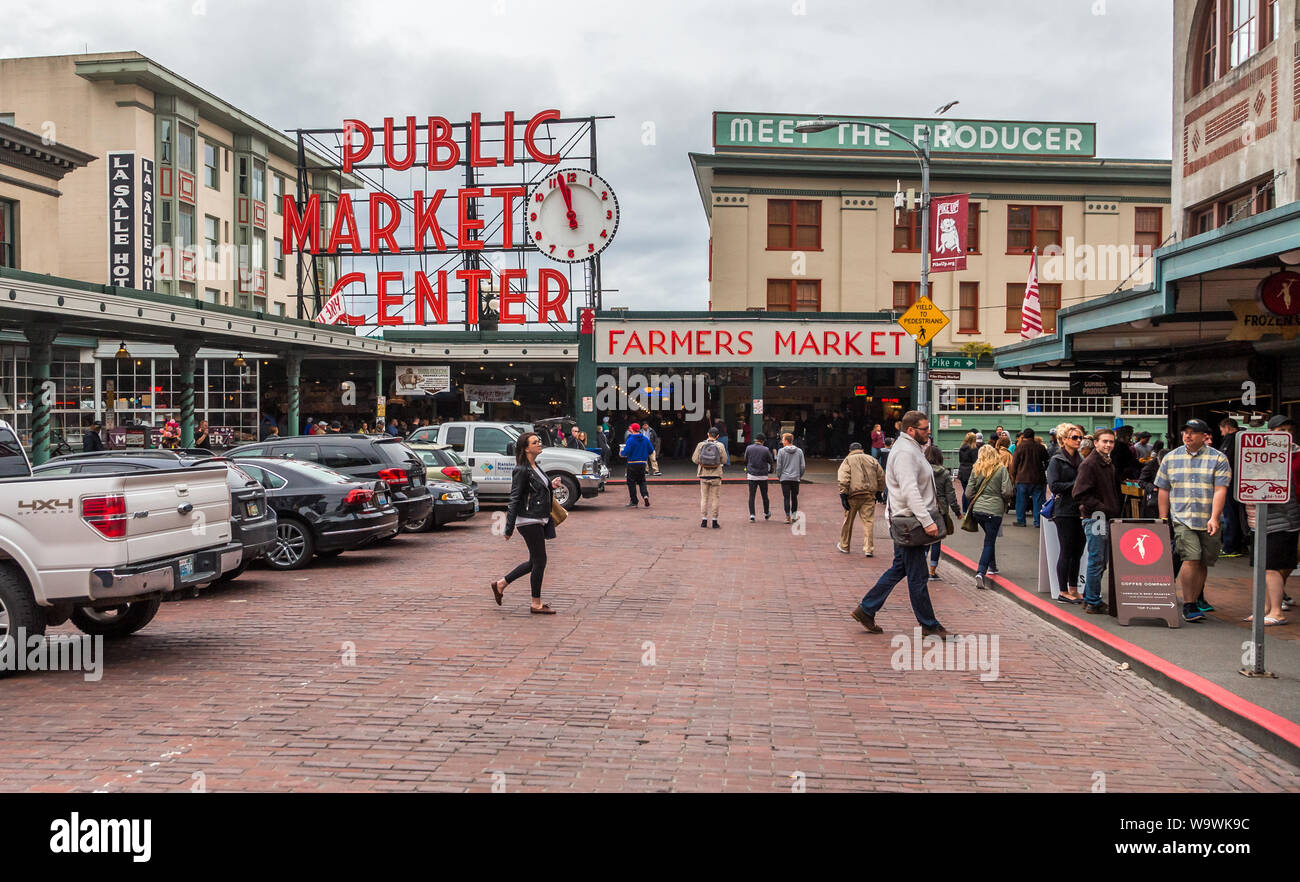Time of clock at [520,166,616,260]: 11:57
